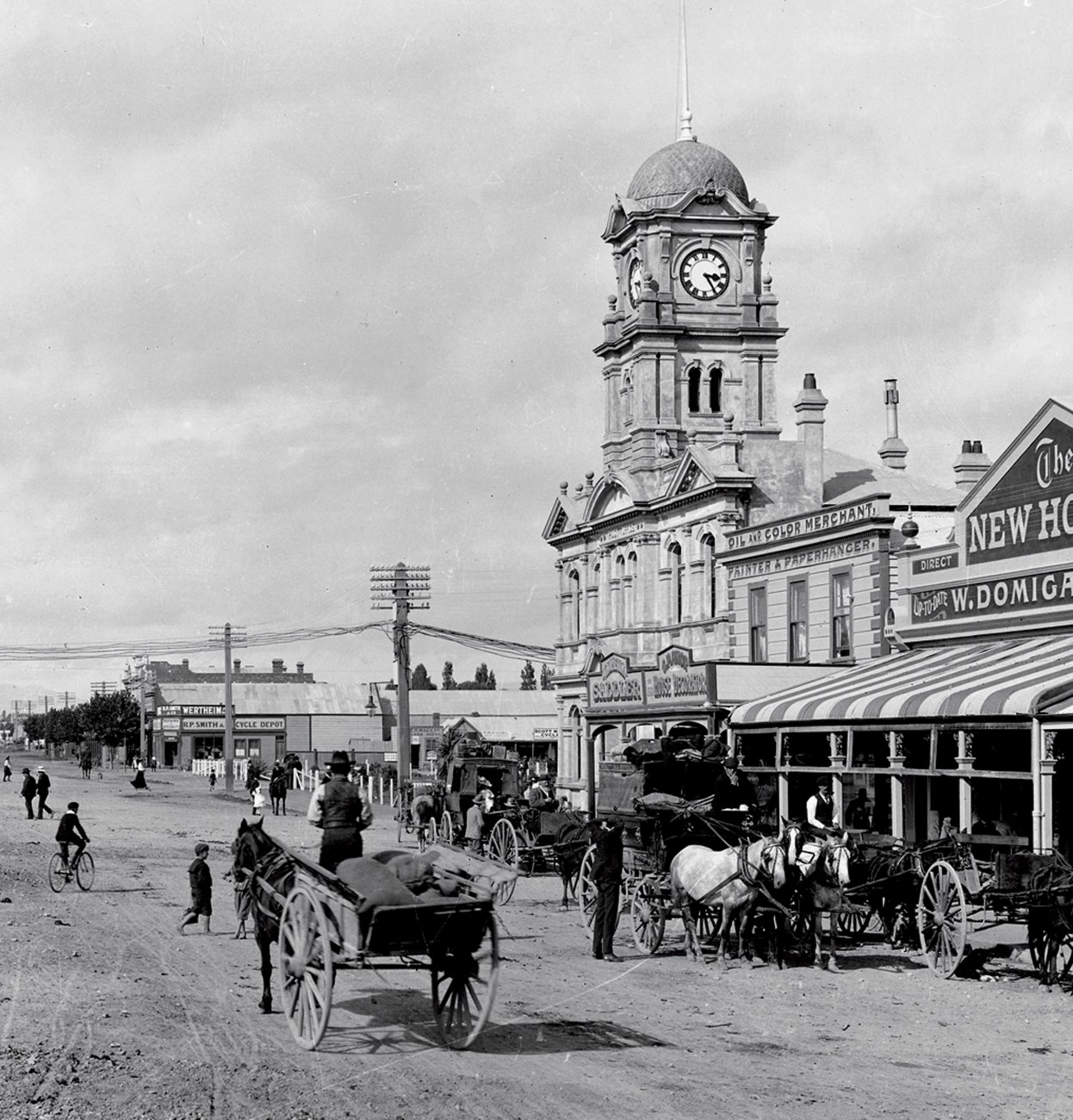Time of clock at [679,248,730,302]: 3:24
